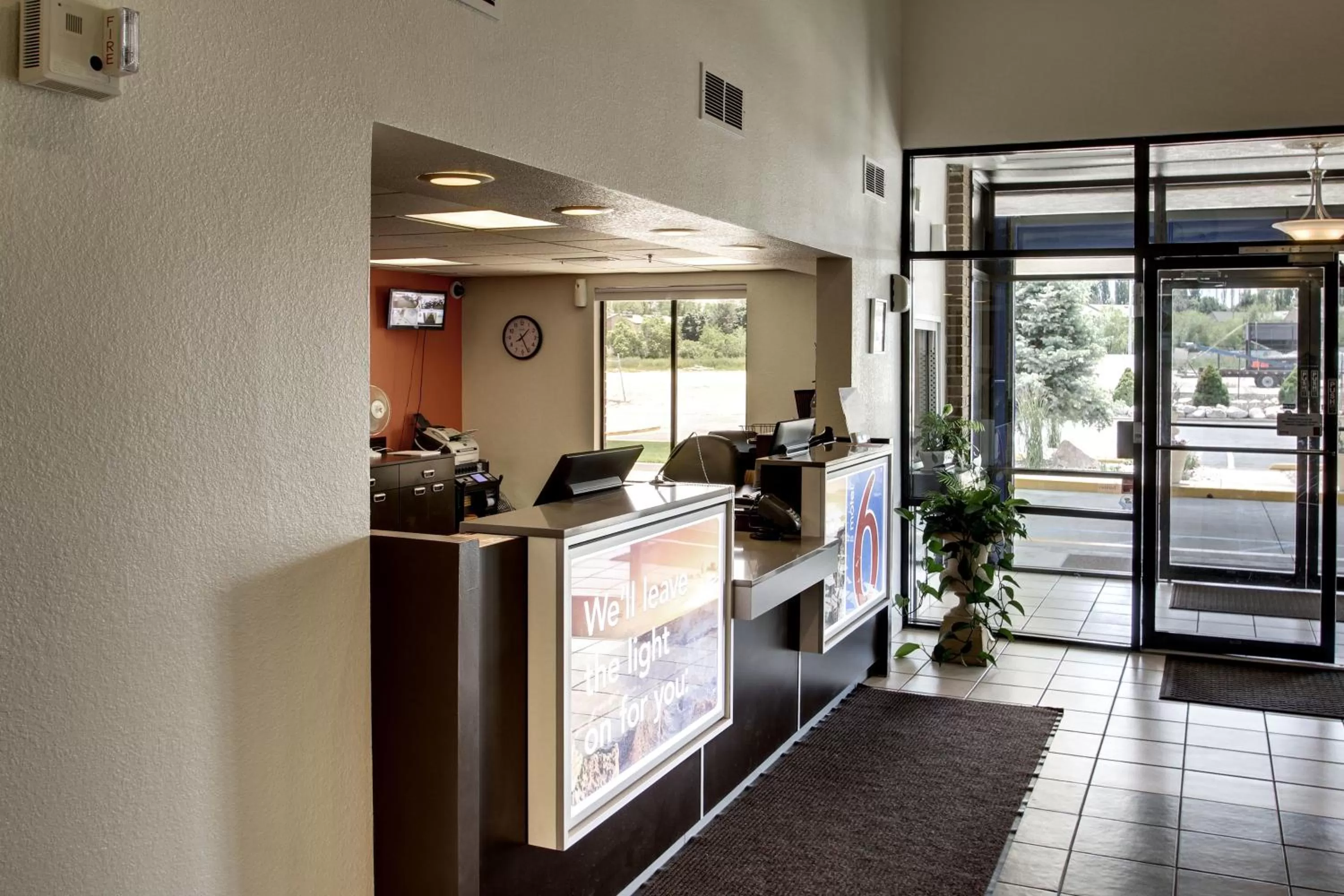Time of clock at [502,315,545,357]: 1:25
